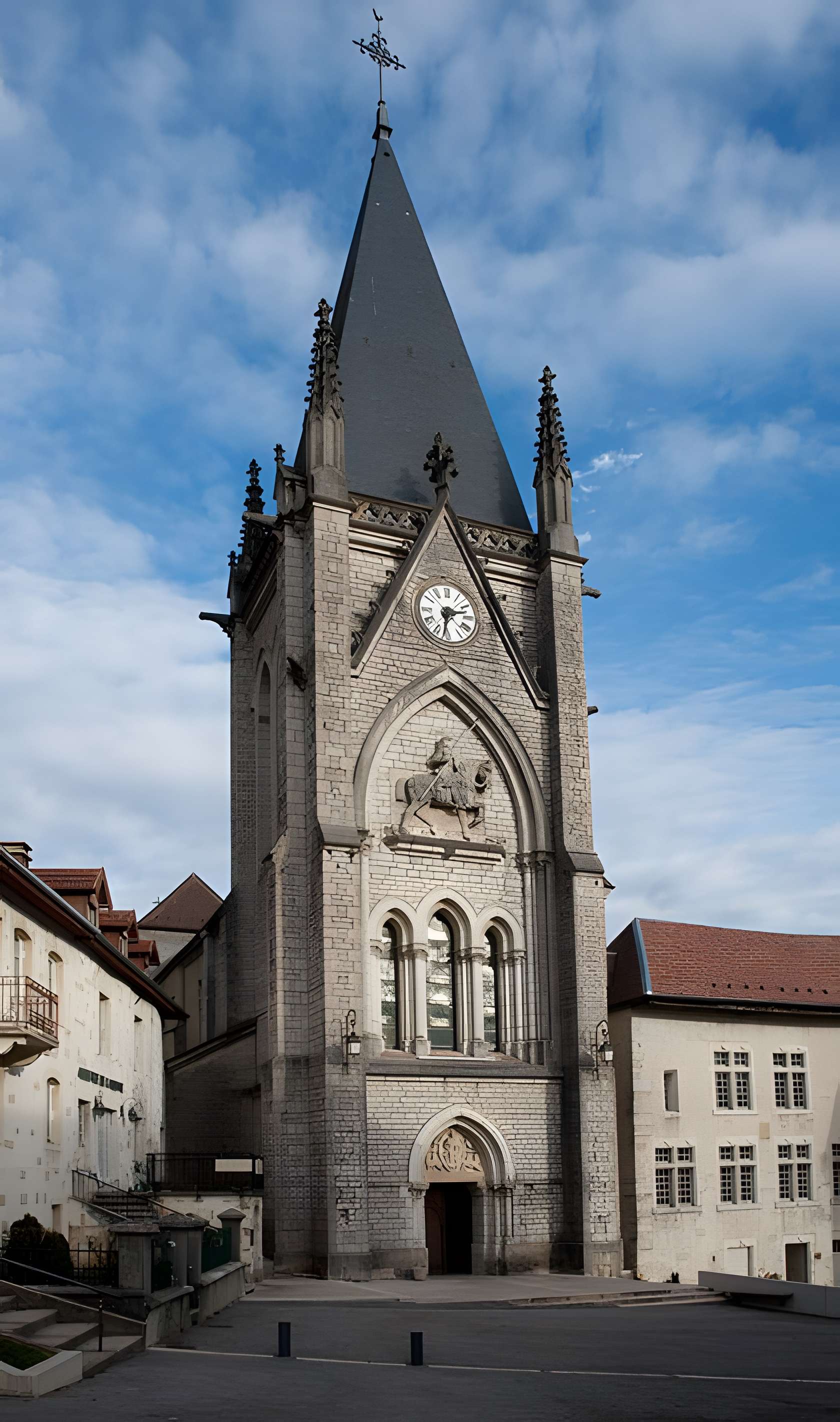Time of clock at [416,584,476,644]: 2:31
